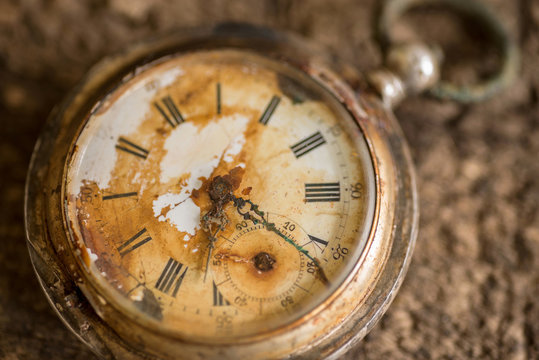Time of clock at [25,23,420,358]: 6:21
